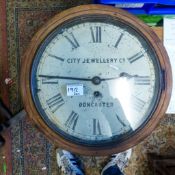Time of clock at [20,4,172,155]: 2:45
